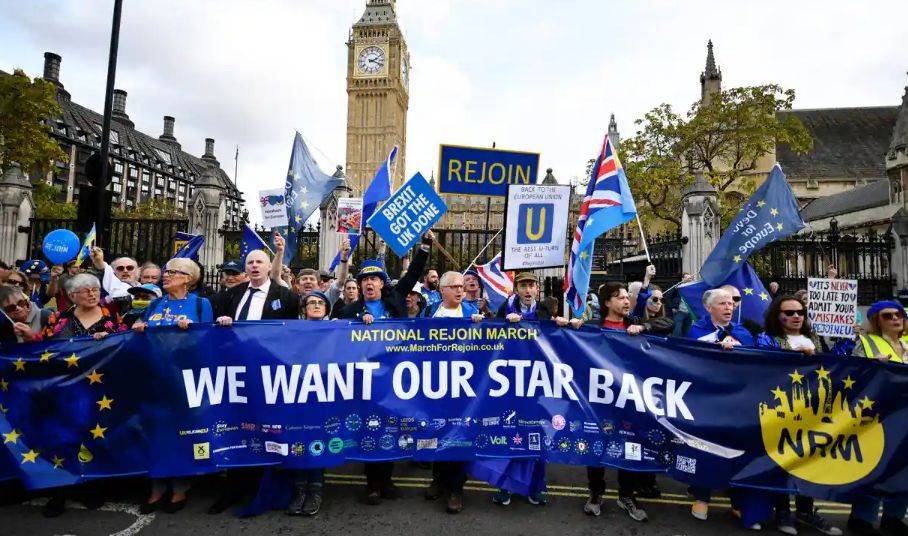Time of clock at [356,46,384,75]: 2:18
